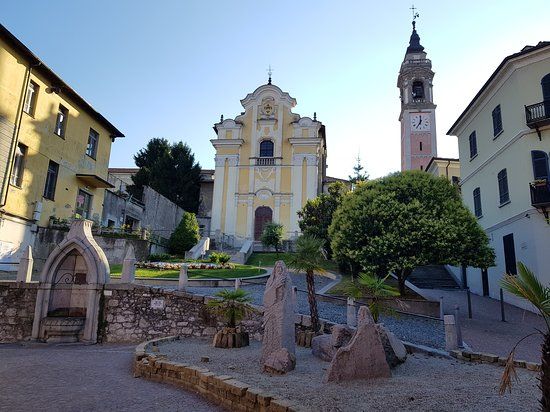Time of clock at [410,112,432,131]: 7:00
